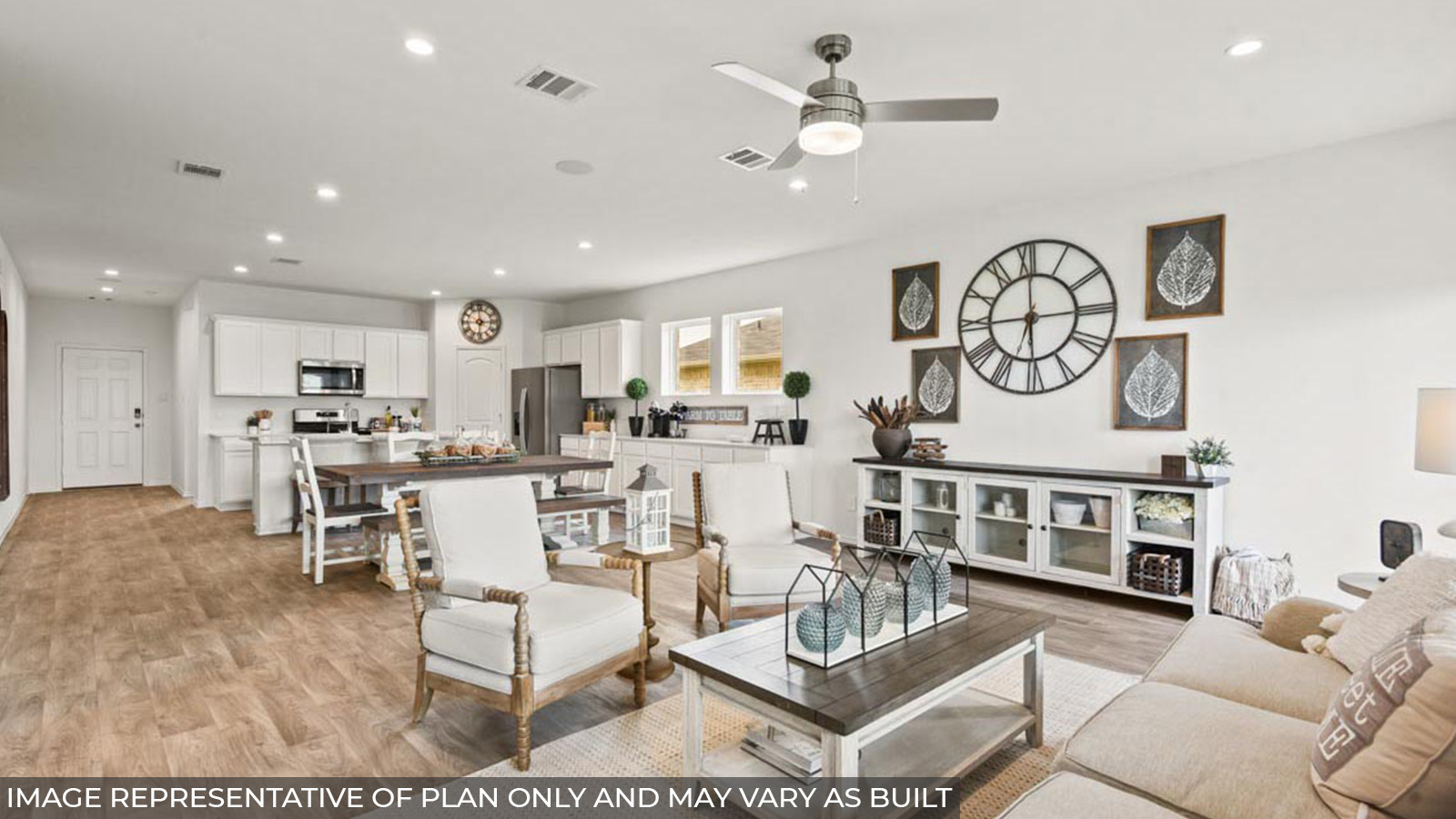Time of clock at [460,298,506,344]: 6:14
